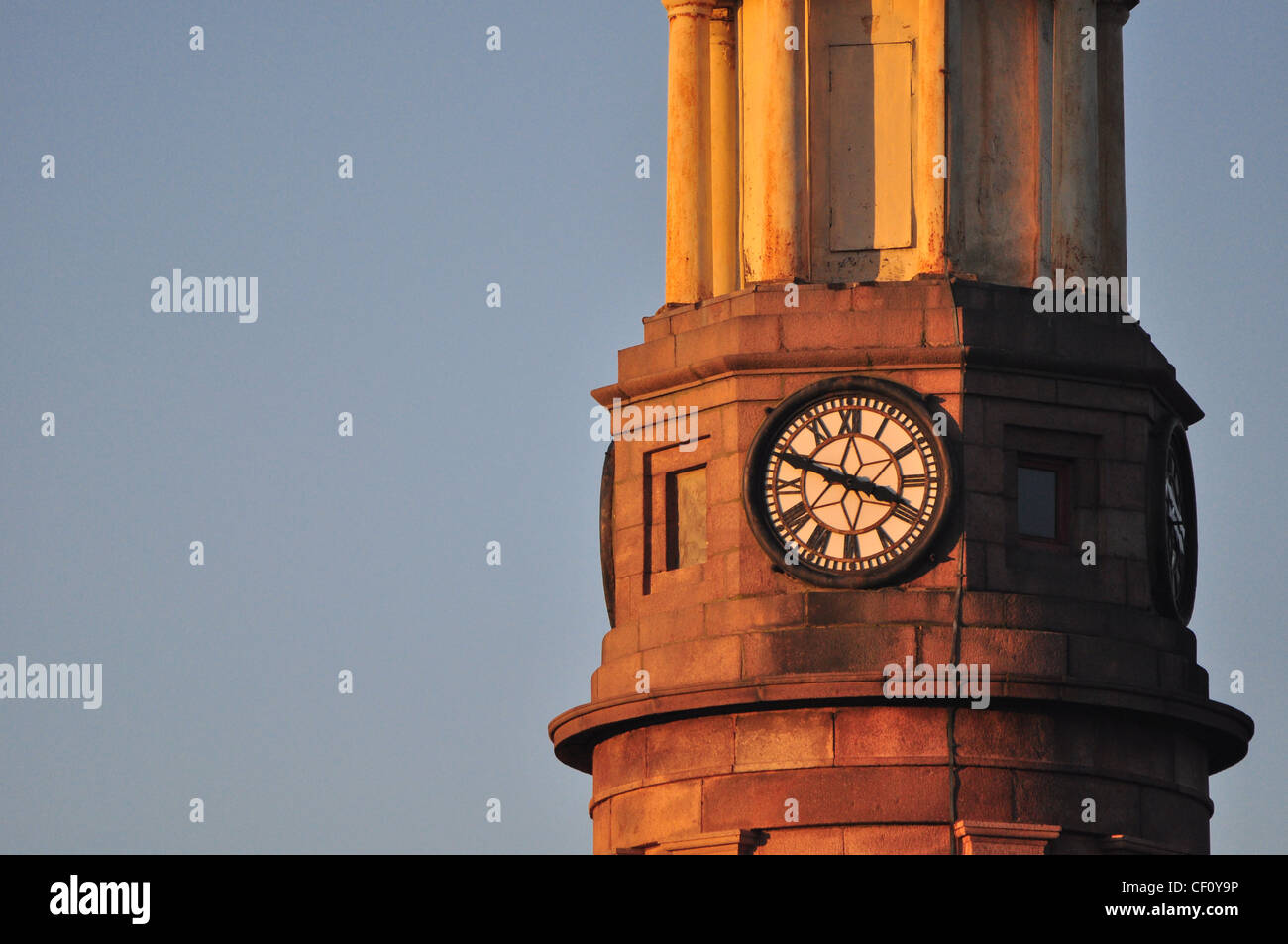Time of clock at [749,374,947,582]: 3:48
